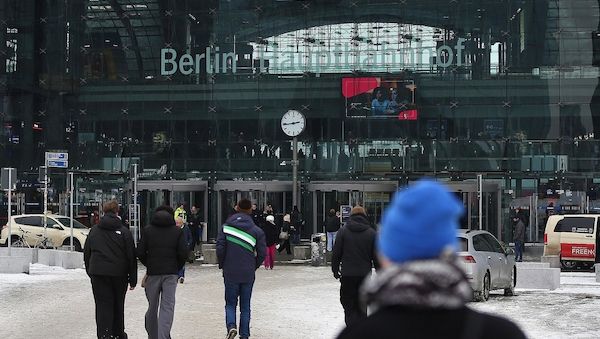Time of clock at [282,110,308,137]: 2:44
